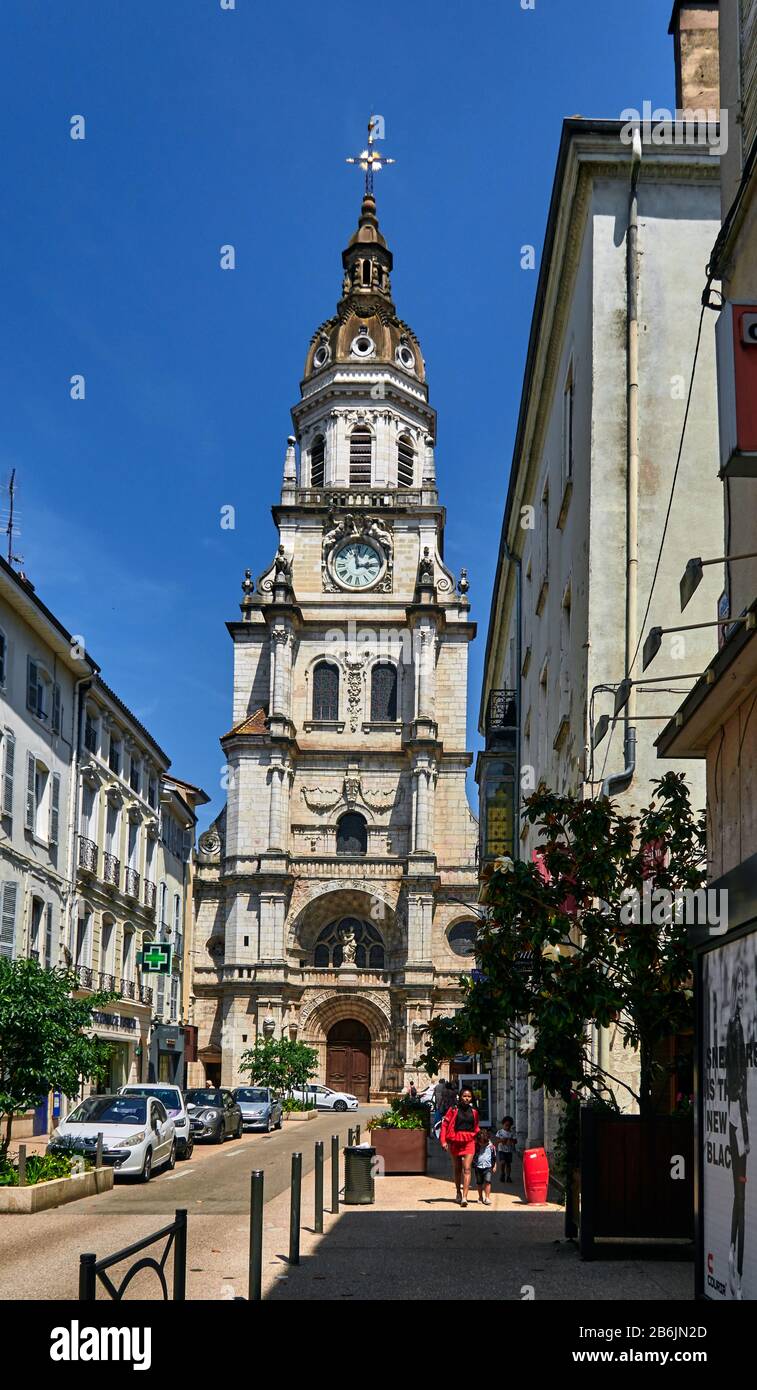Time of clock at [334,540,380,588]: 2:58
